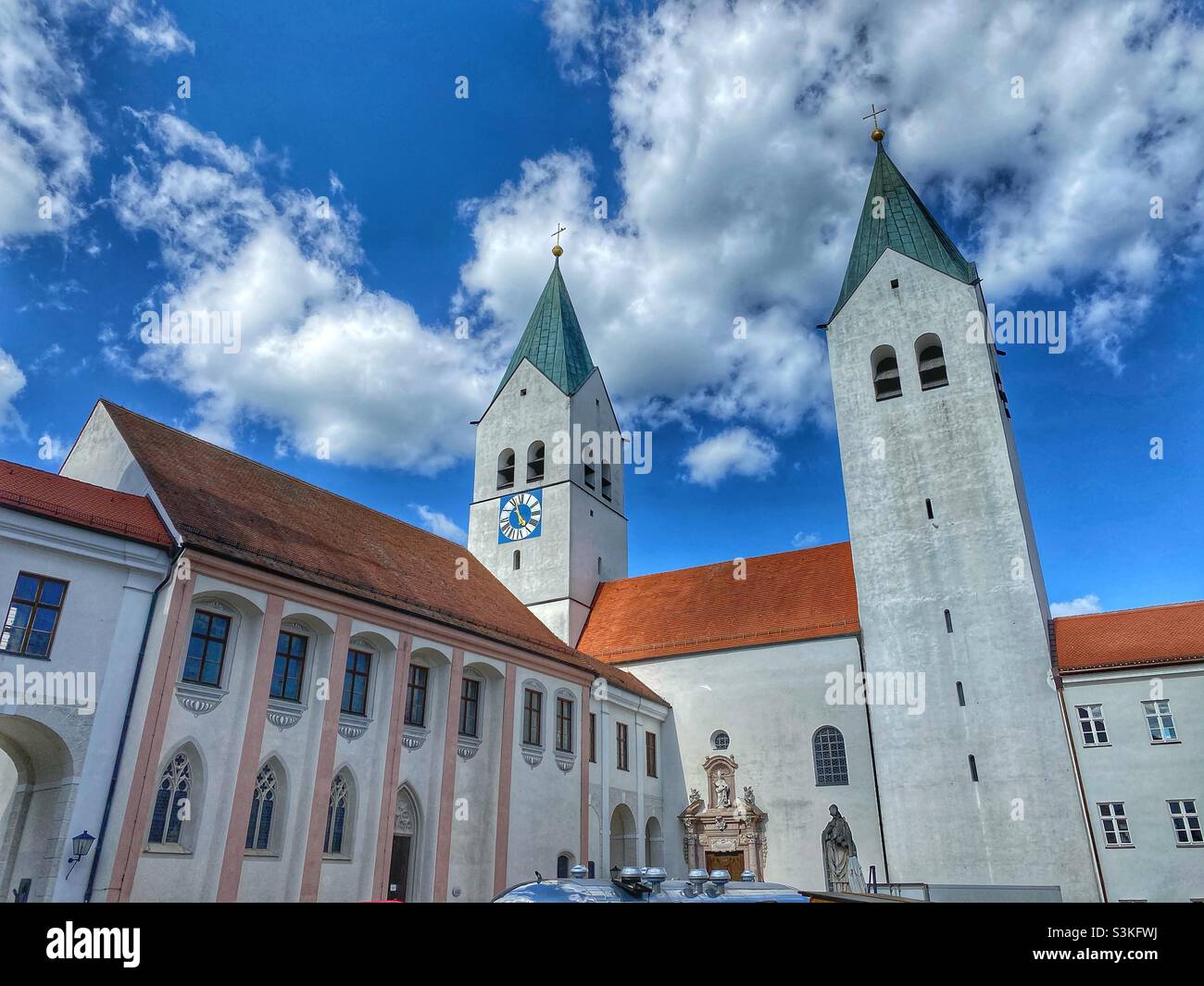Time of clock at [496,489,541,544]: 4:57
